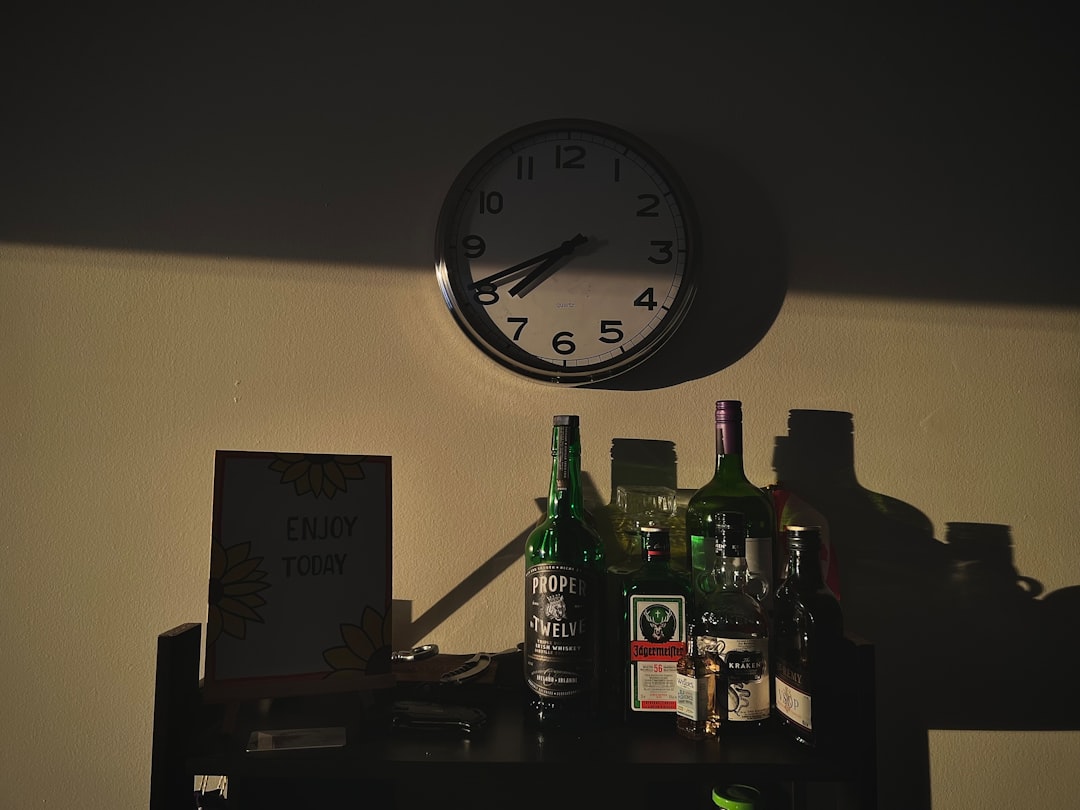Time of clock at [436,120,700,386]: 7:41
